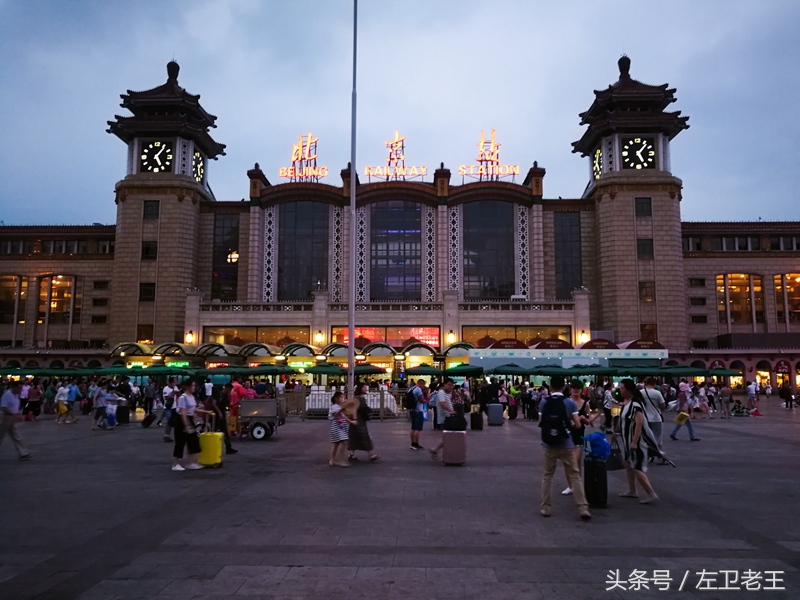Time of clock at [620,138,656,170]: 5:06
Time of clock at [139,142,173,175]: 5:06
